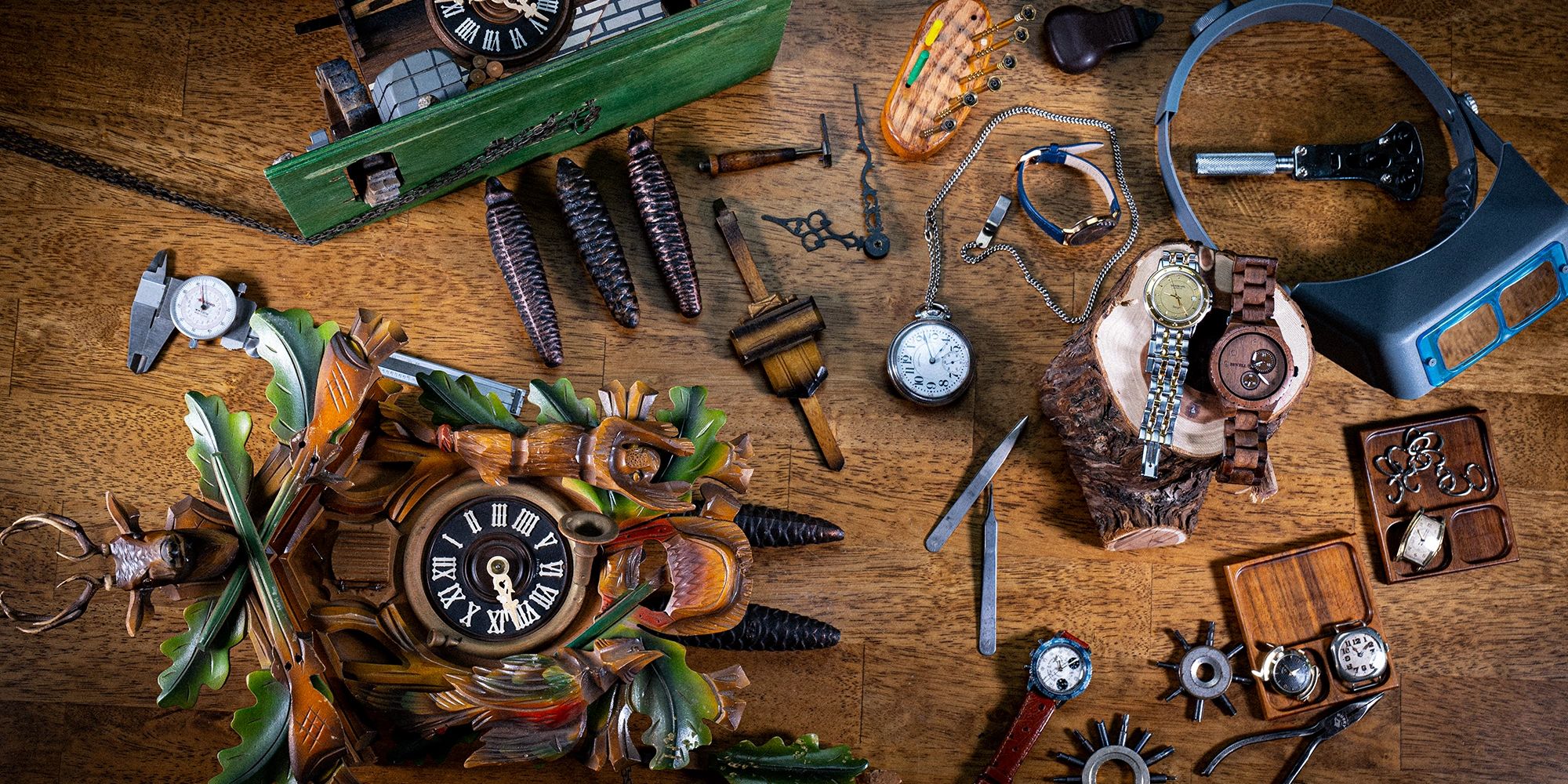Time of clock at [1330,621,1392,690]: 11:08
